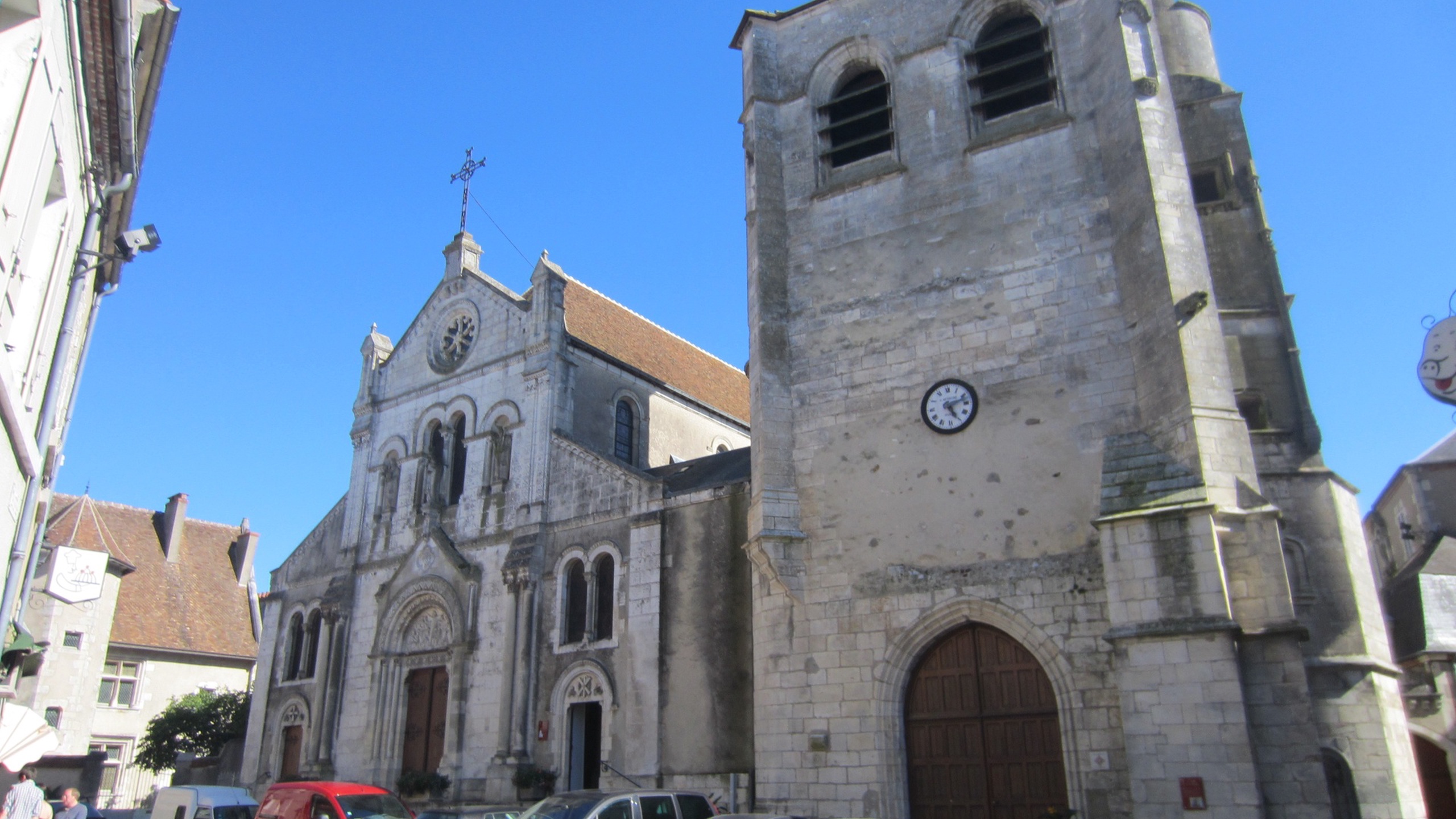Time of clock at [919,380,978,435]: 5:12
